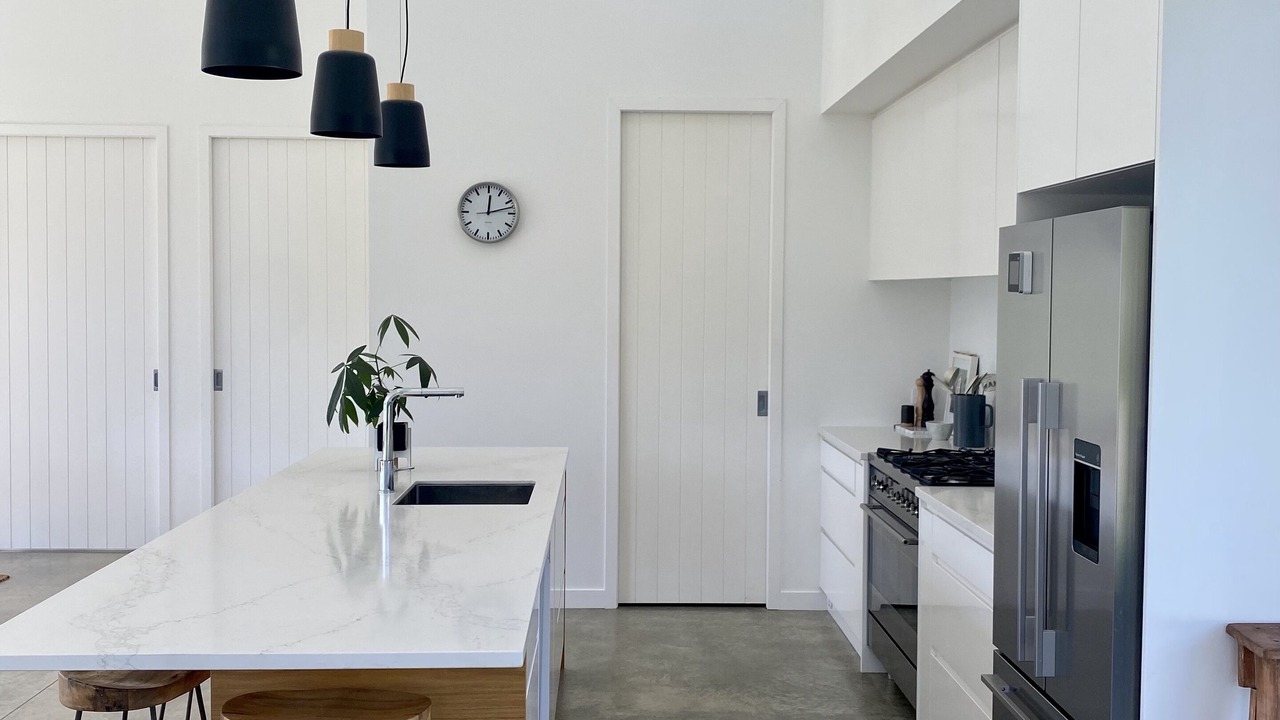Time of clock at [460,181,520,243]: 12:12
